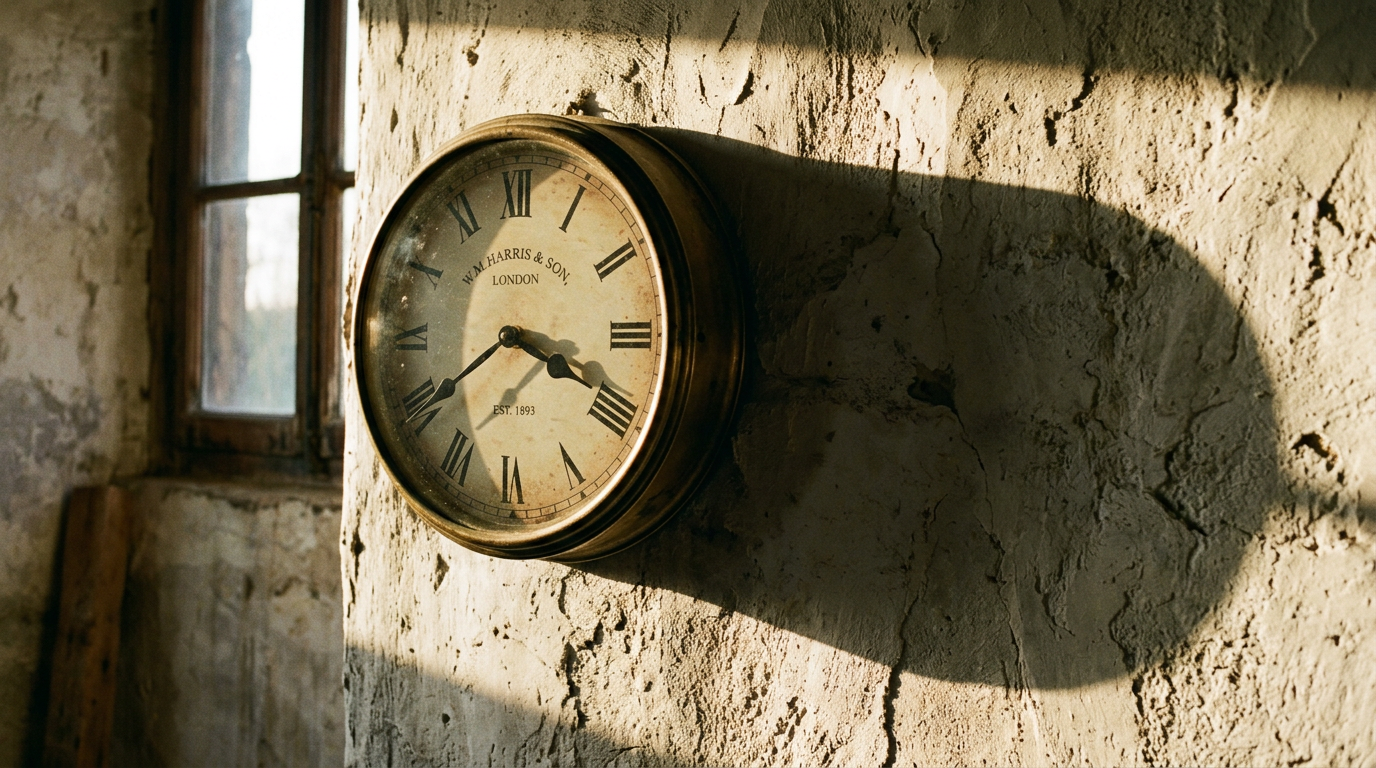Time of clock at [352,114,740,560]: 3:39
